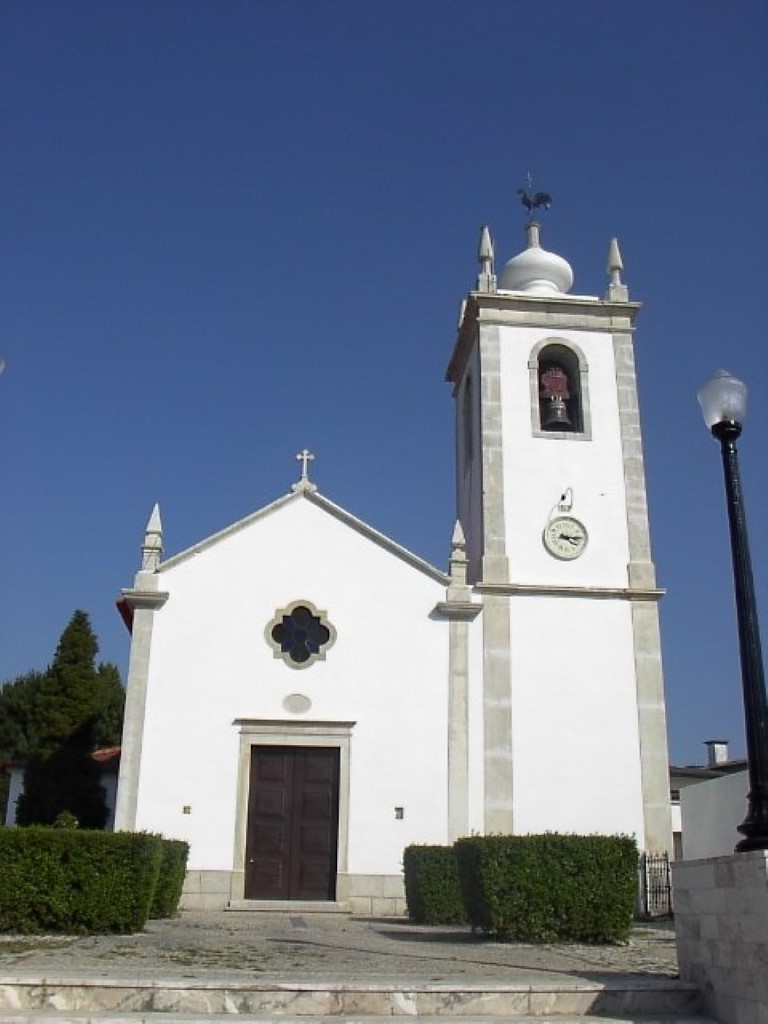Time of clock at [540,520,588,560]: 4:14
